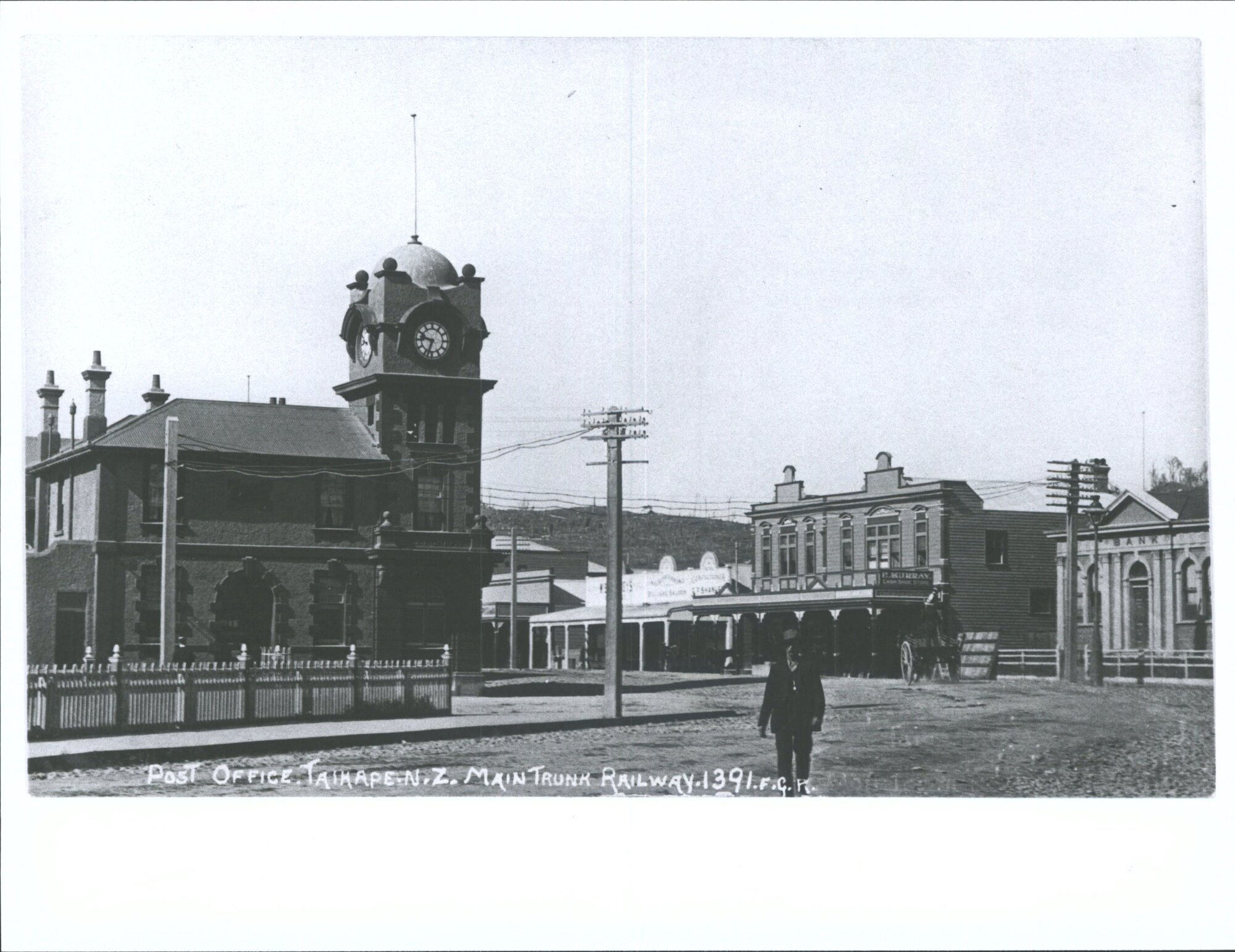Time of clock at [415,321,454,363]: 9:33
